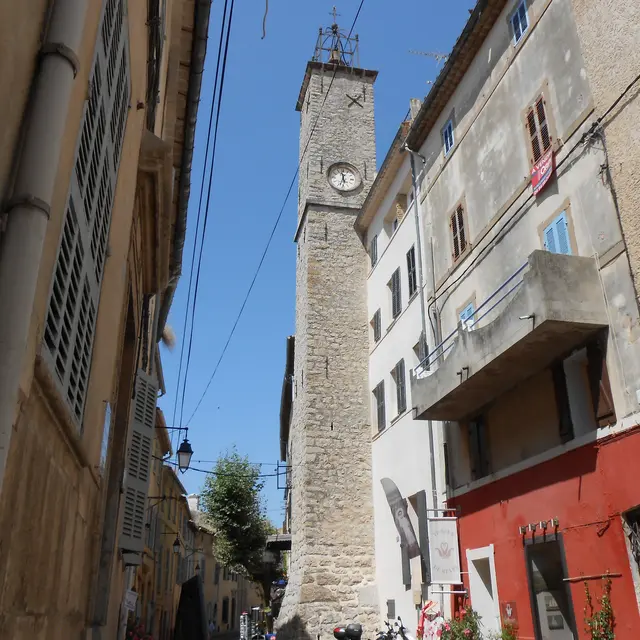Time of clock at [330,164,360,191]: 11:32
